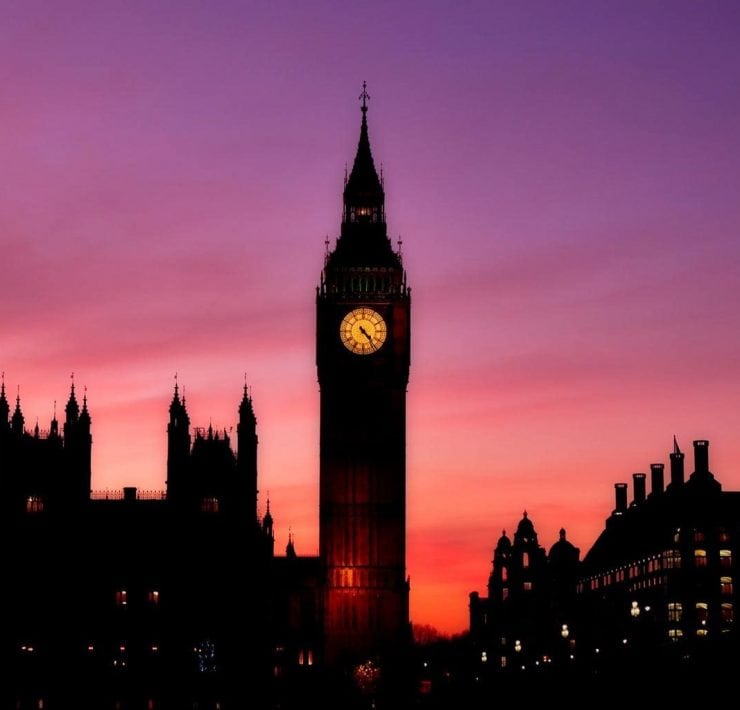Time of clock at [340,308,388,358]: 4:23
